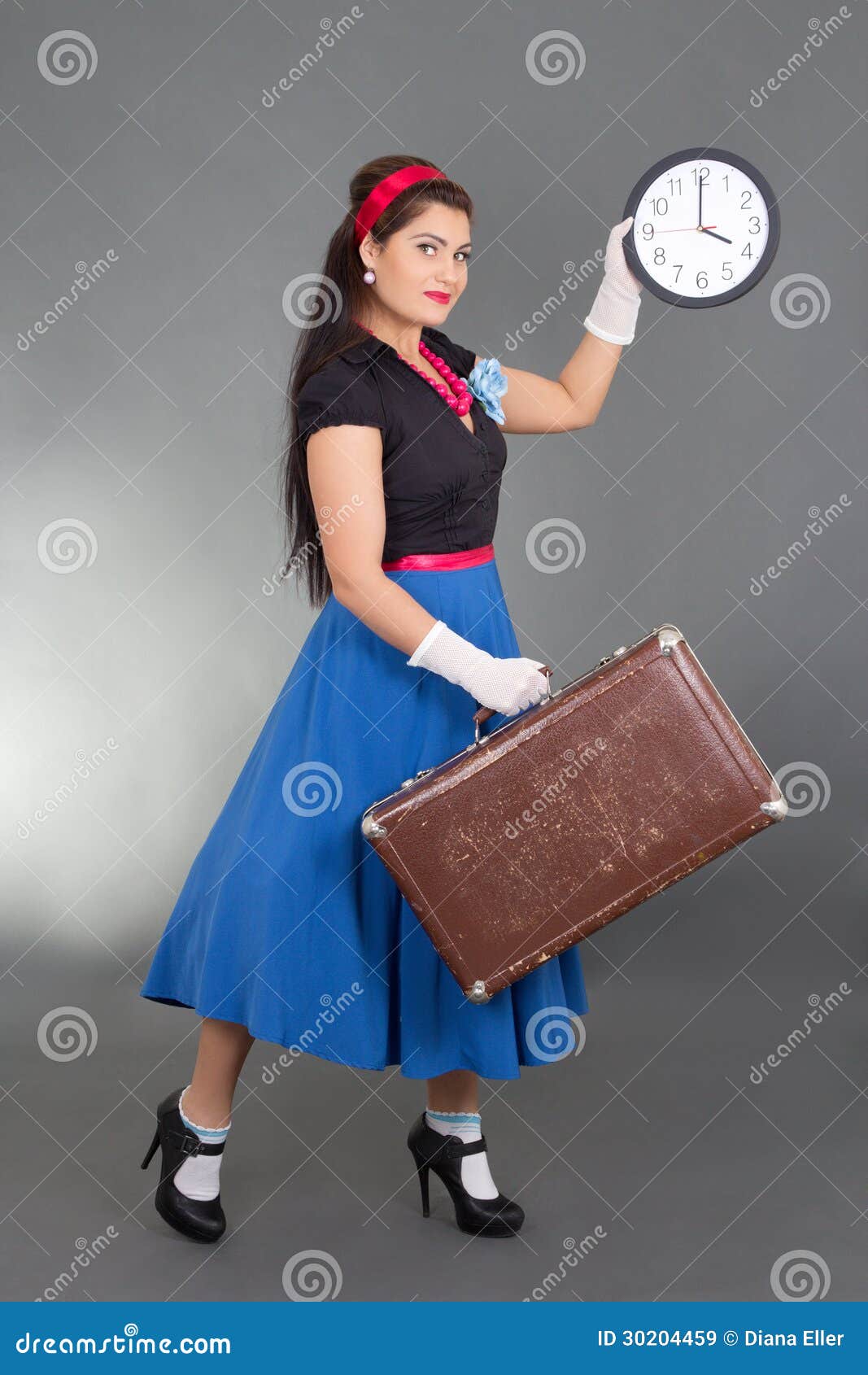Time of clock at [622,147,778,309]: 4:00
